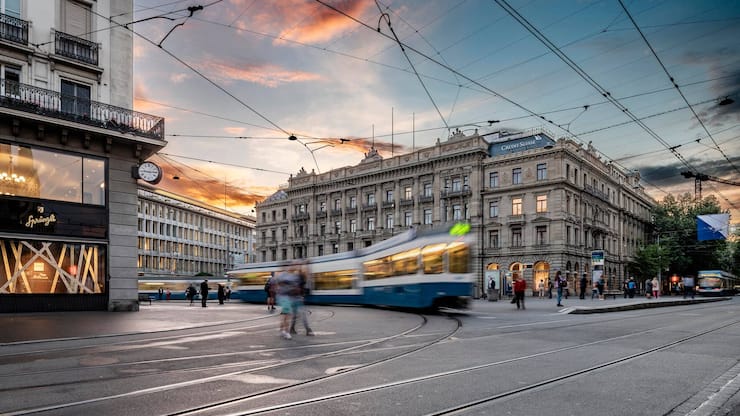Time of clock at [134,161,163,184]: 9:15
